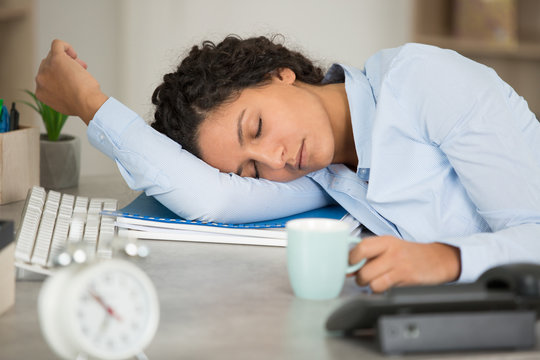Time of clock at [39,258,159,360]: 10:34
